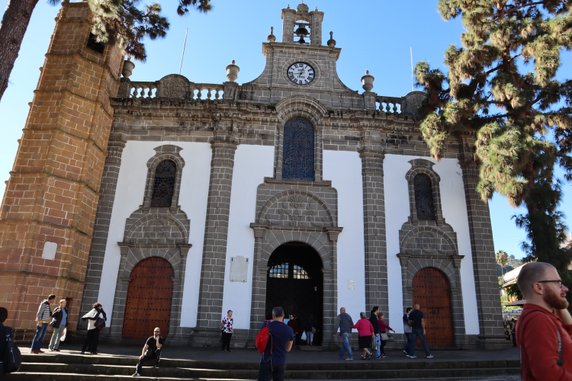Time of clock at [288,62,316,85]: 12:43
